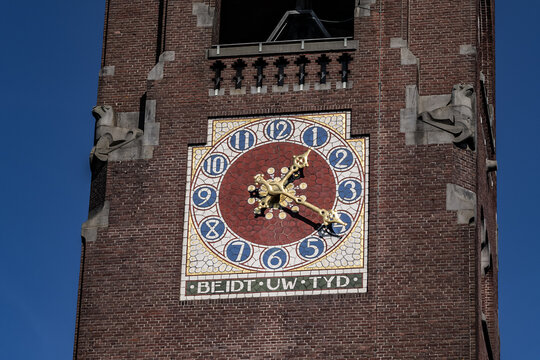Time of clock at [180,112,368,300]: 1:20
